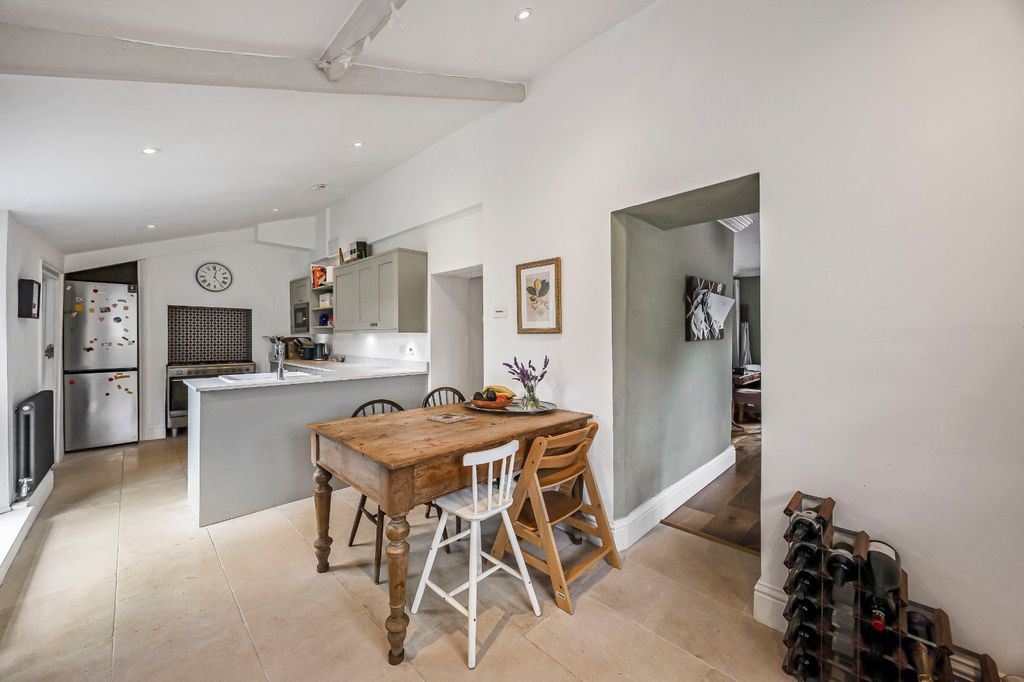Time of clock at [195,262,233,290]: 12:23
